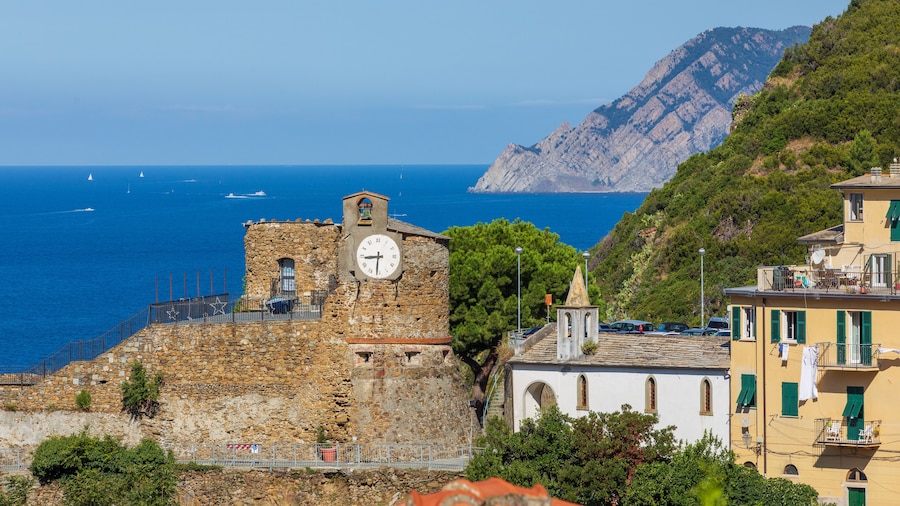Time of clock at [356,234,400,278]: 8:31
